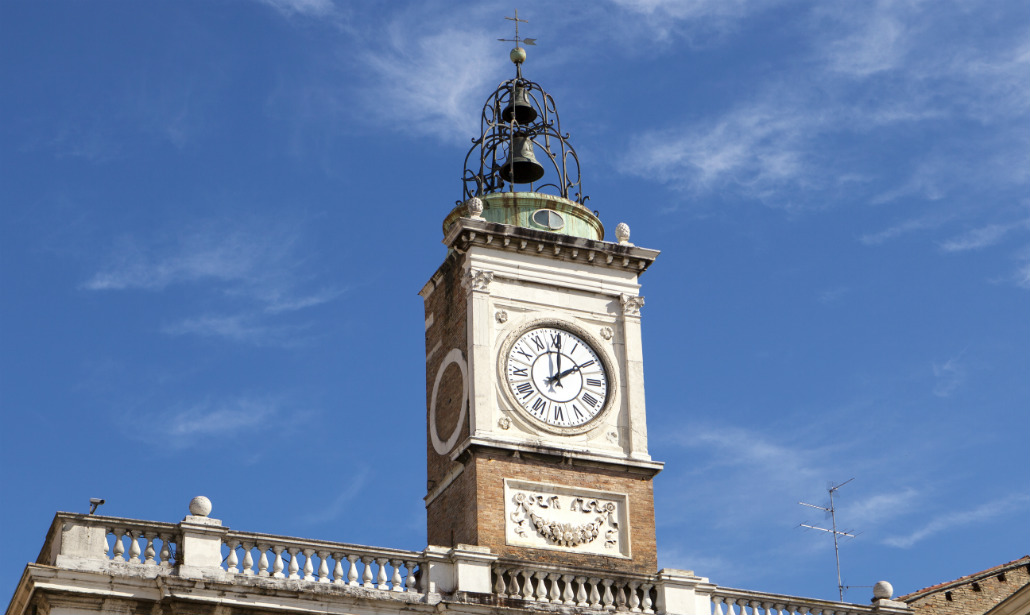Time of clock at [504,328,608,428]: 2:00
